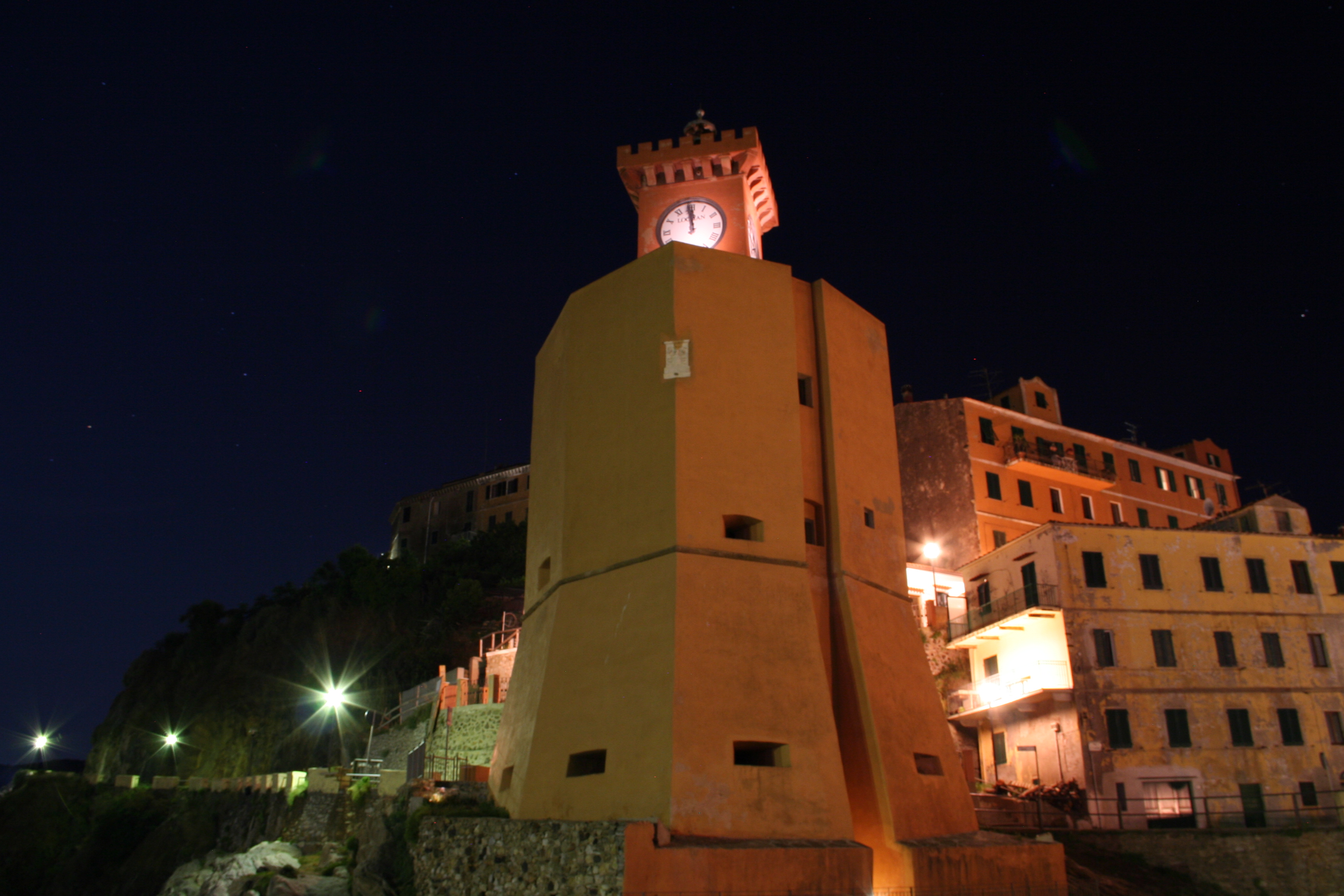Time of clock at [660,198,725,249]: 11:58
